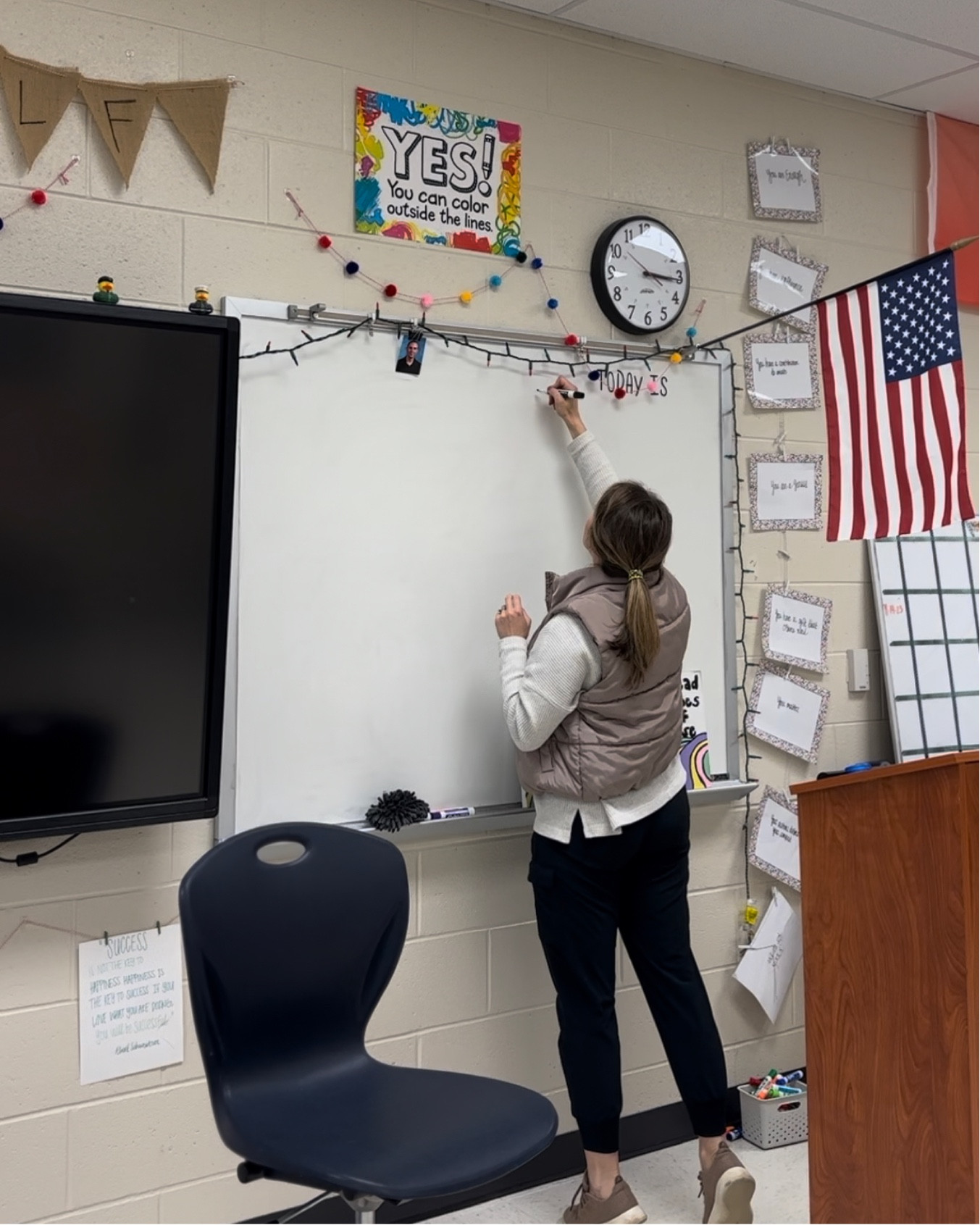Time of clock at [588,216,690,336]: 3:15
